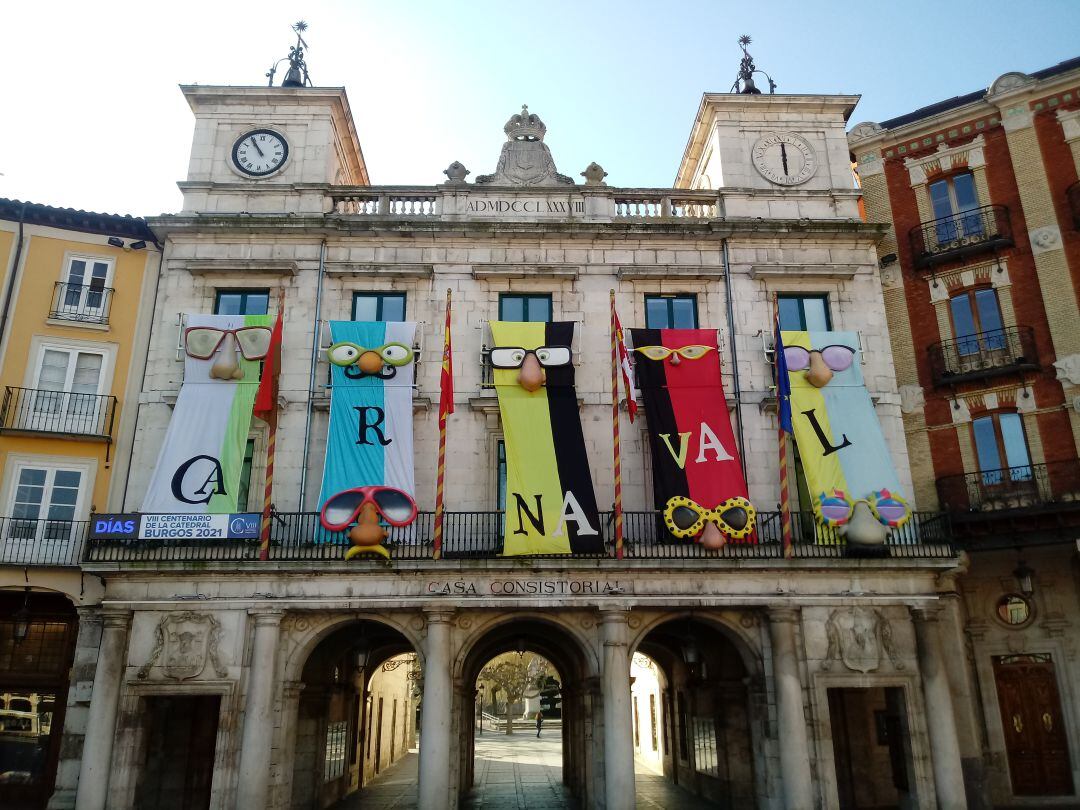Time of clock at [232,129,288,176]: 10:54
